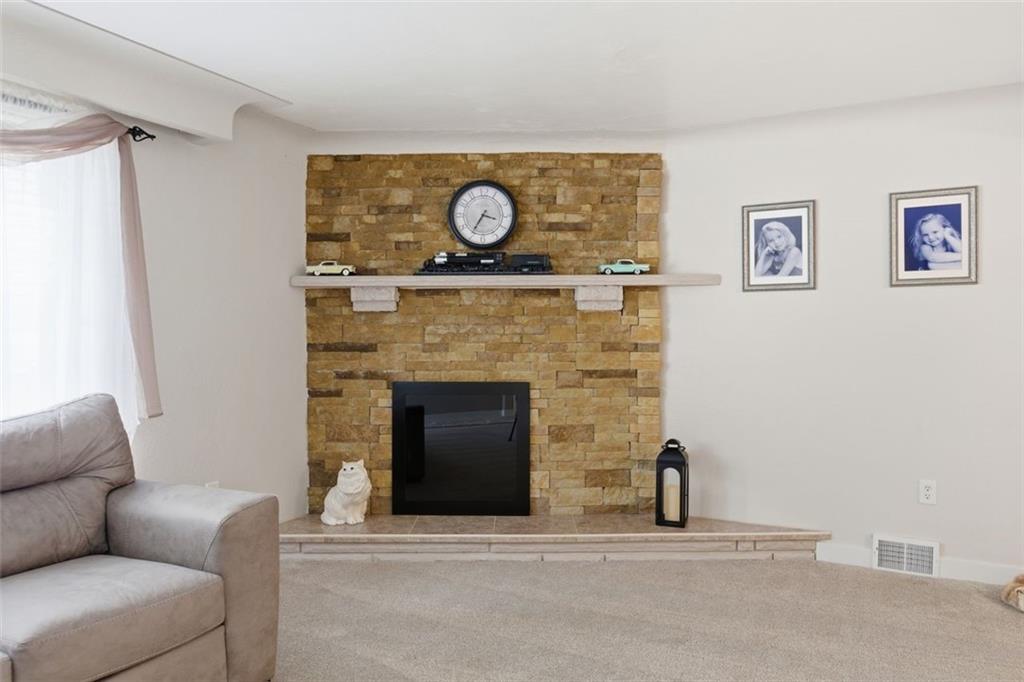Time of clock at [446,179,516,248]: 3:35
